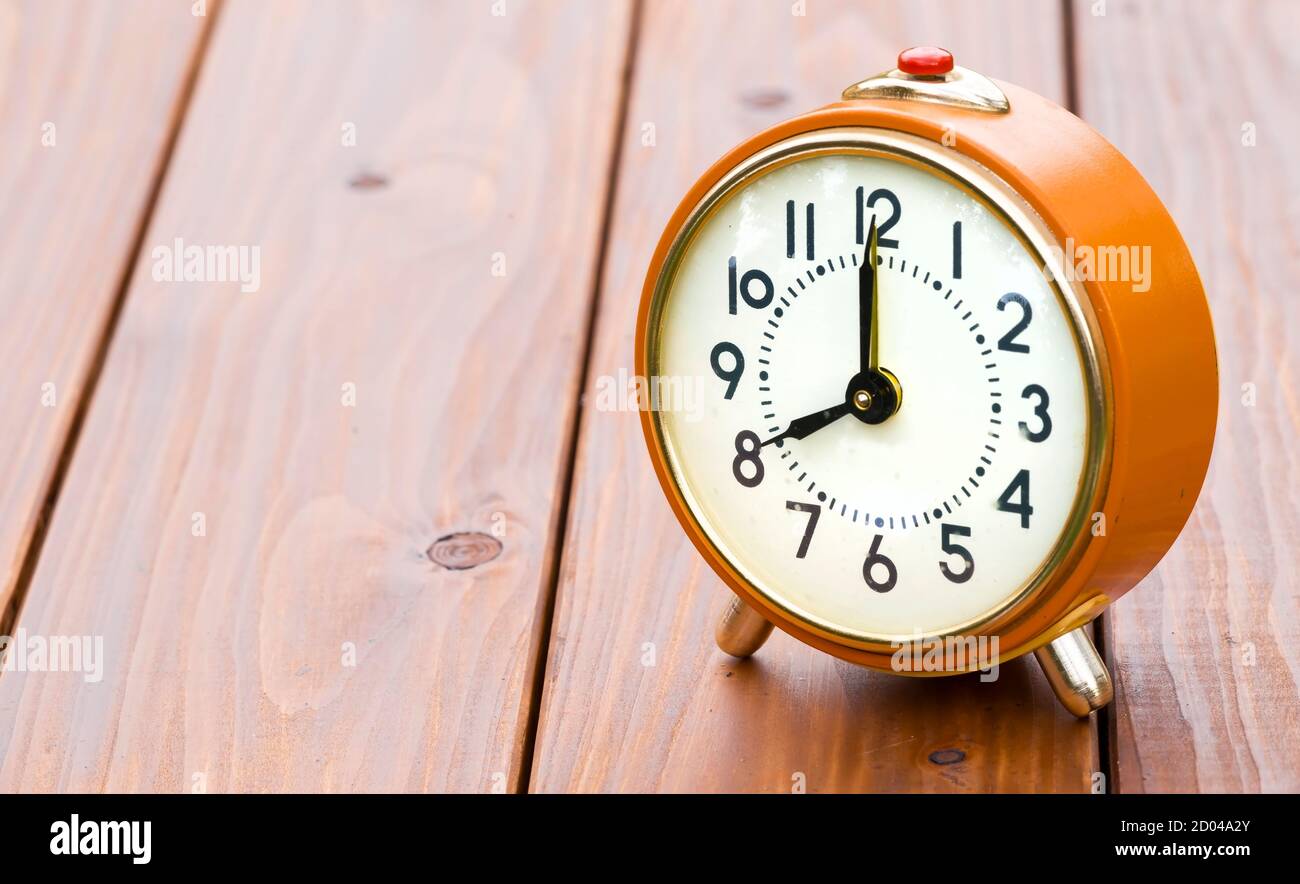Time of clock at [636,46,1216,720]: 7:59
